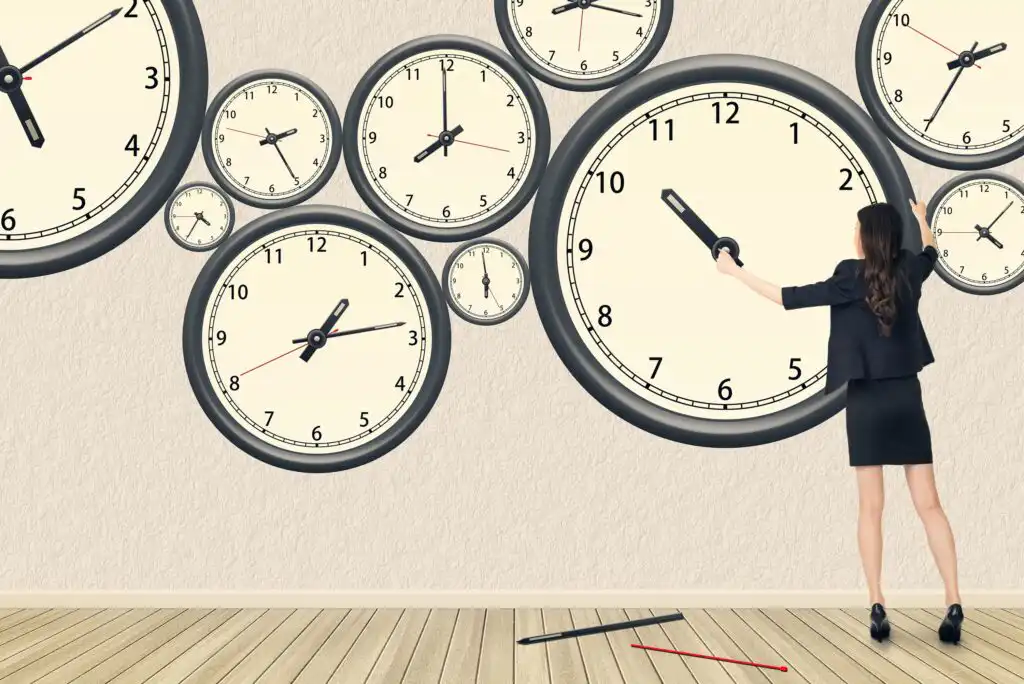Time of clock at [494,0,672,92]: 8:17
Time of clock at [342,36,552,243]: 7:59
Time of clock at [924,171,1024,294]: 4:07
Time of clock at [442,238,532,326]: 5:58
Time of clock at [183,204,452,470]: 1:13
